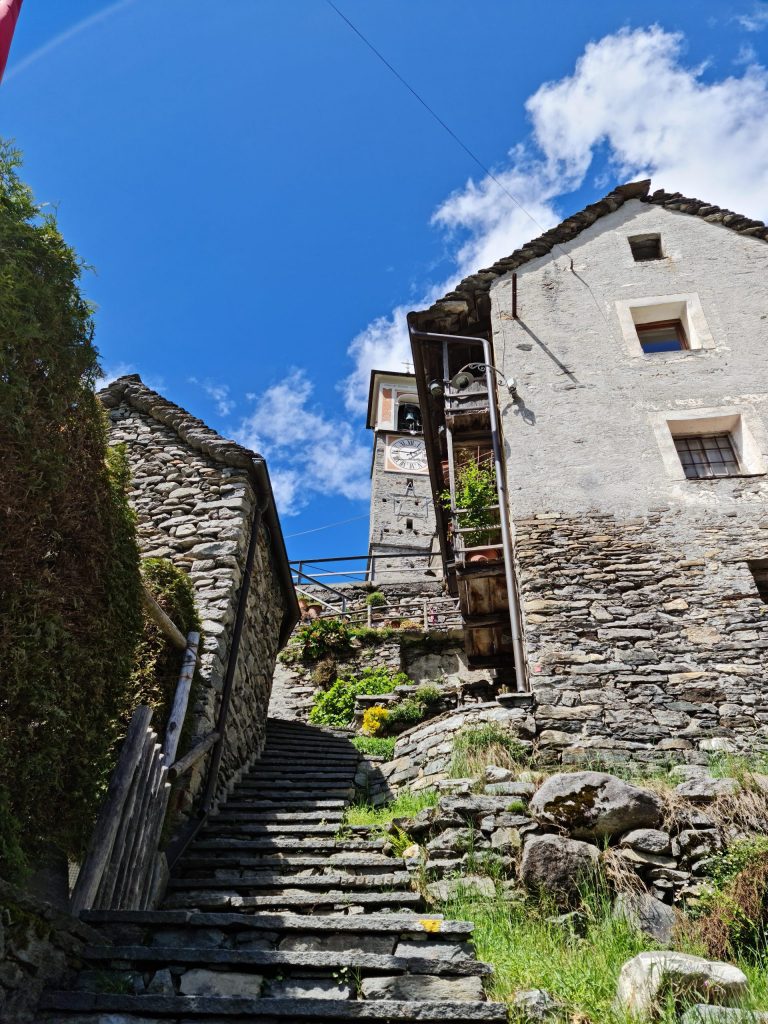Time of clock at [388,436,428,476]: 1:46
